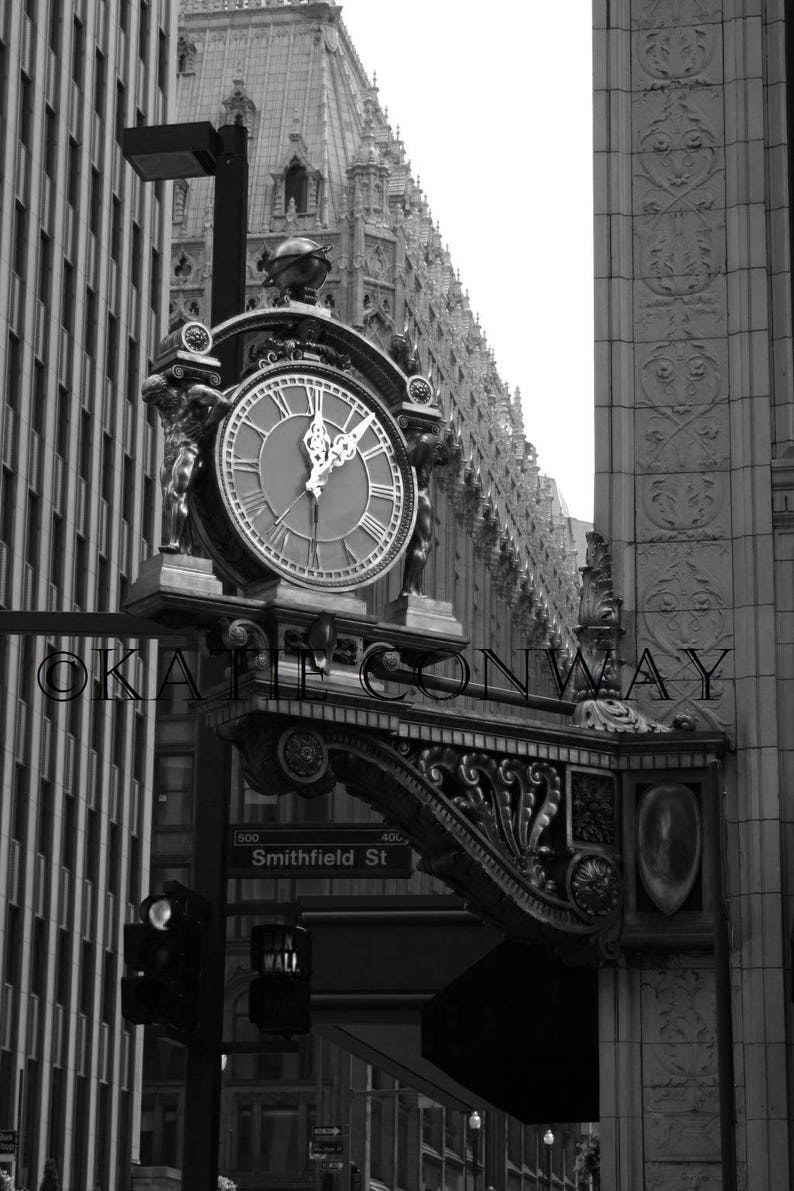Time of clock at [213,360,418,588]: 12:07
